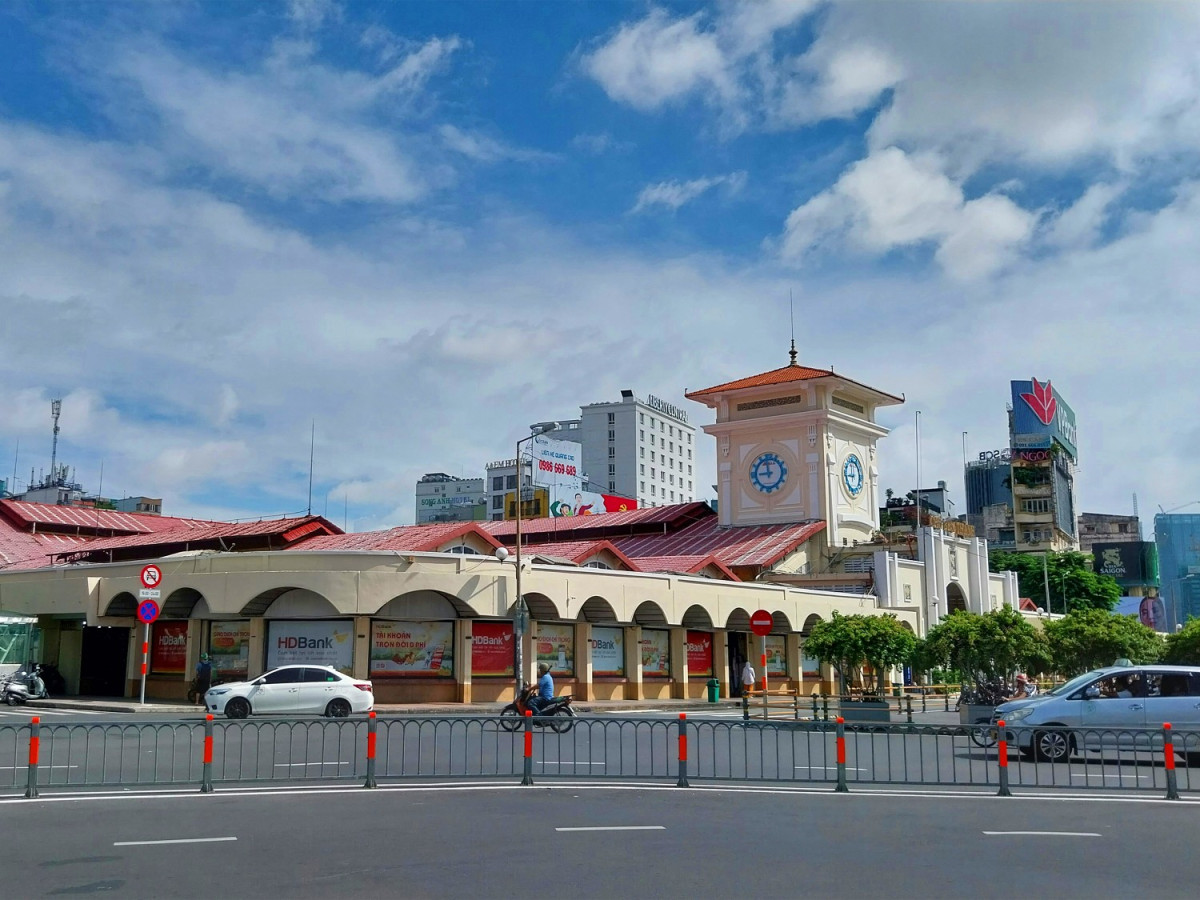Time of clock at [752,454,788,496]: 8:58
